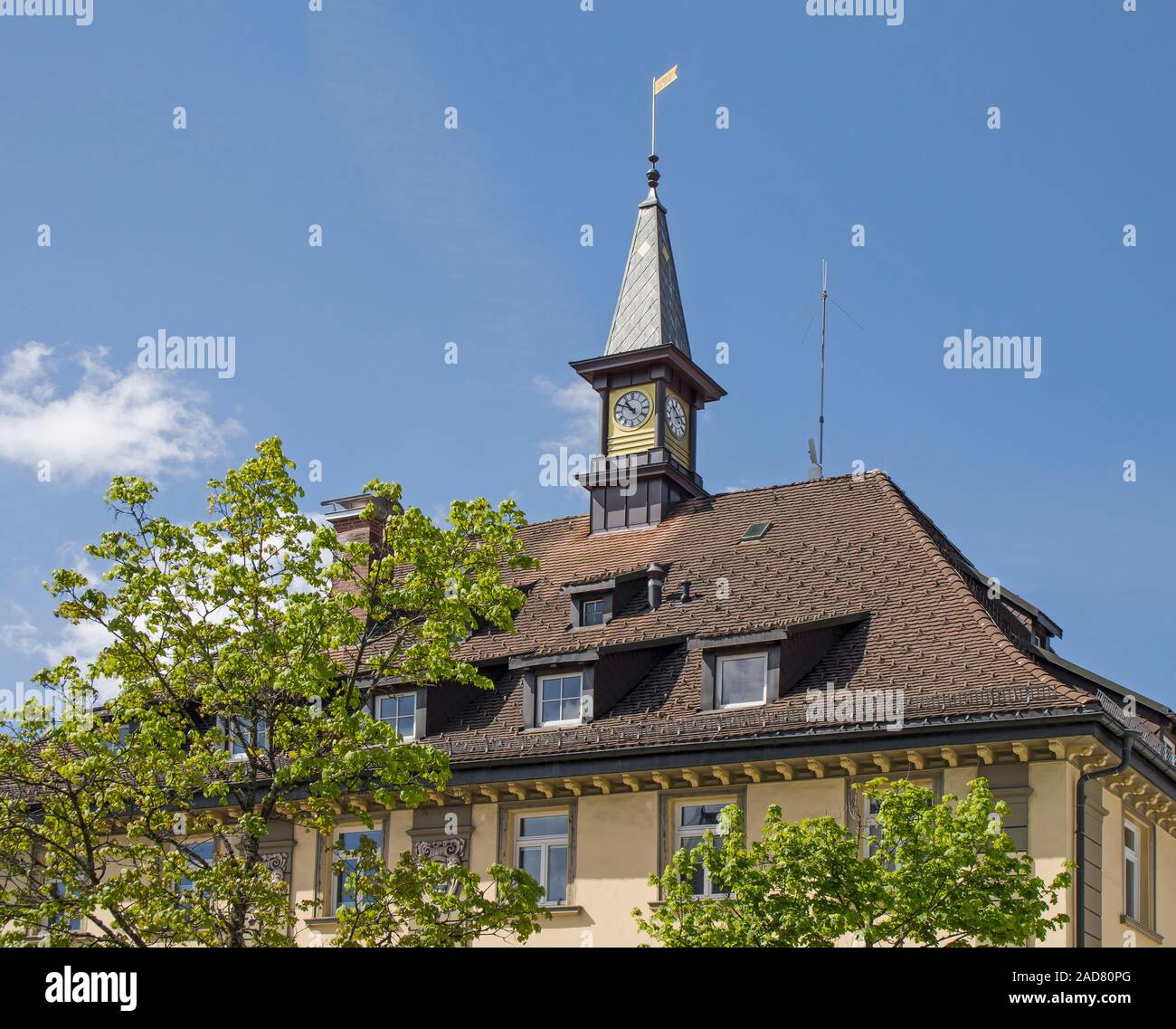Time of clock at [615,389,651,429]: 10:49
